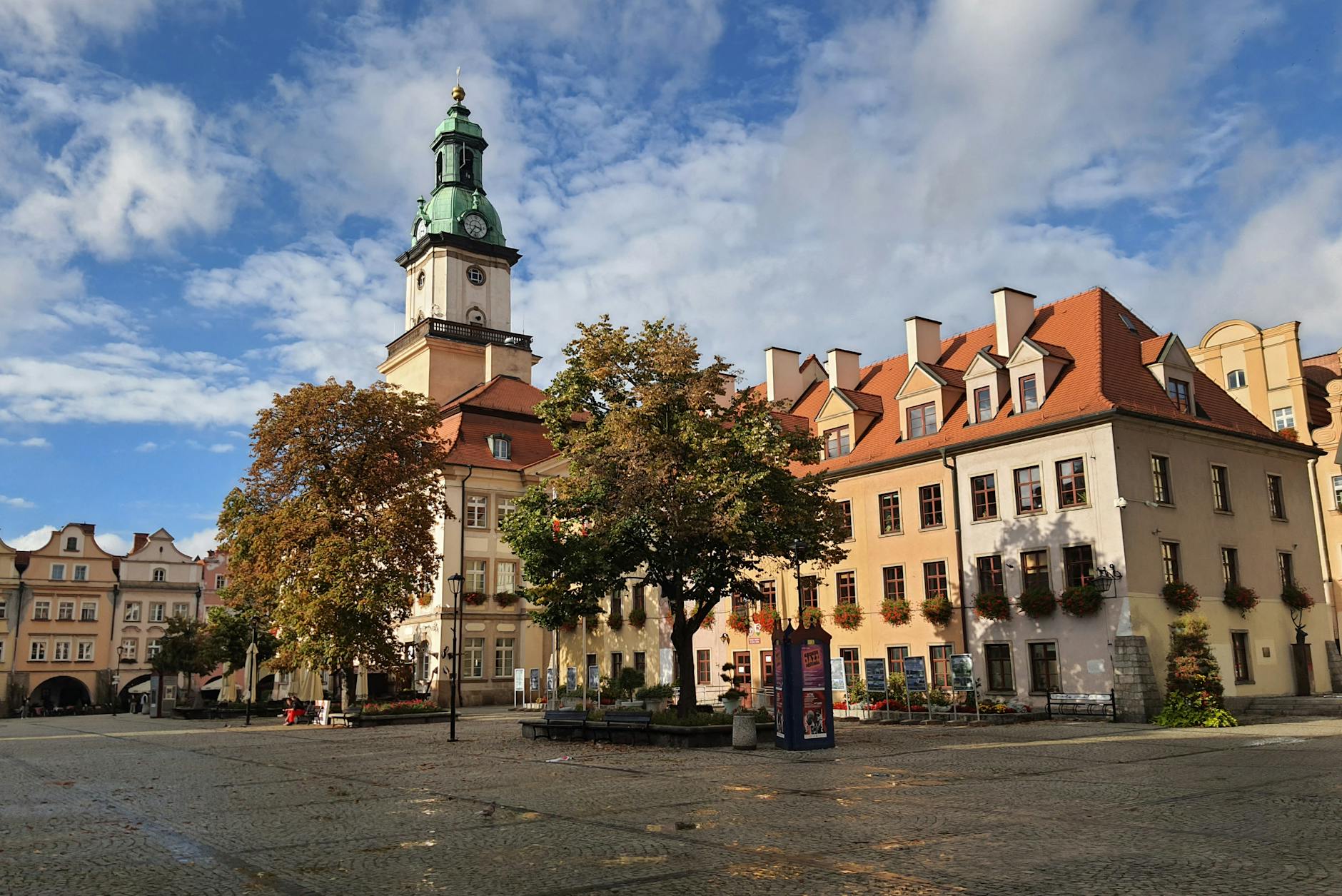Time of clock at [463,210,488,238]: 3:35
